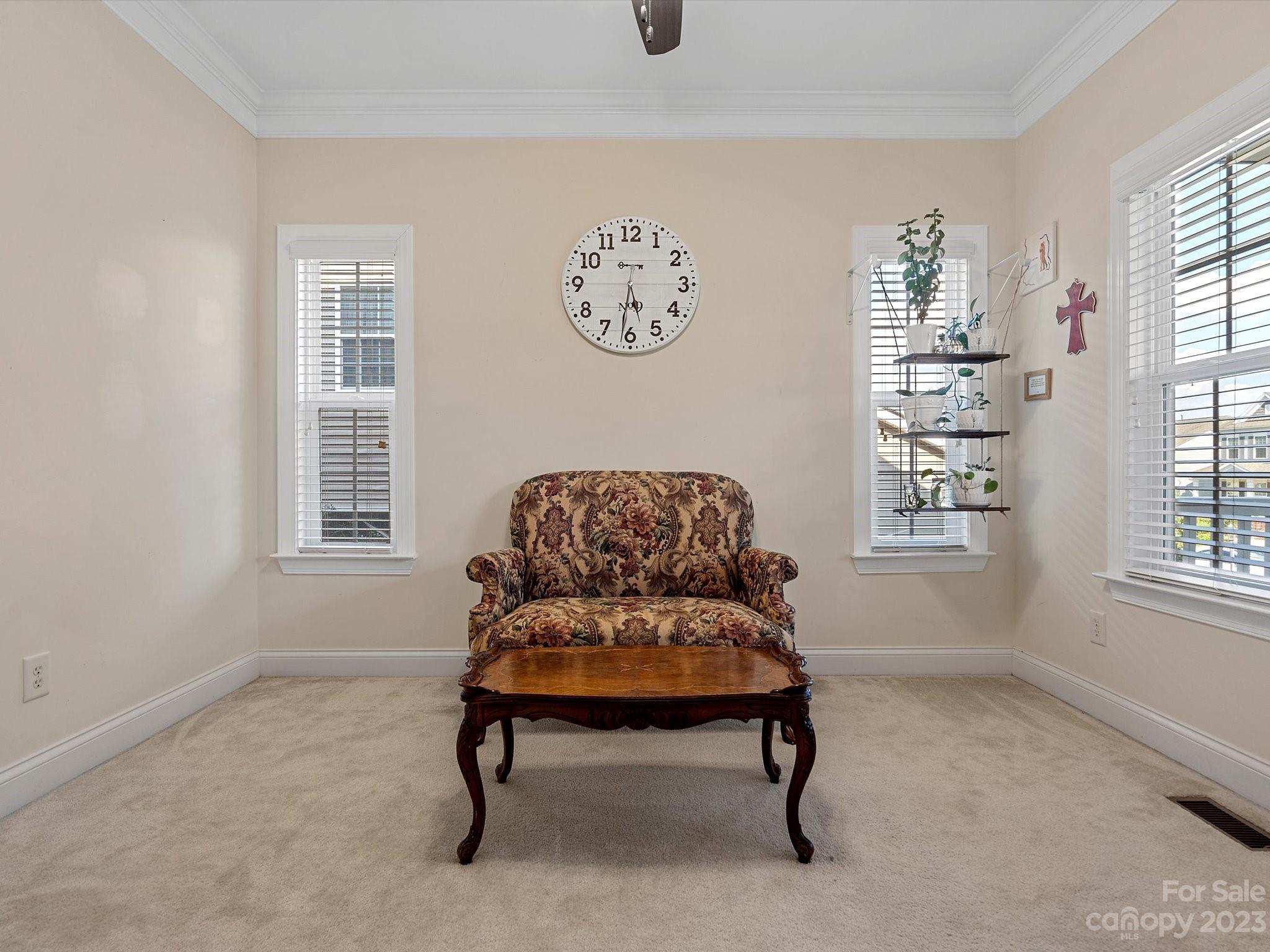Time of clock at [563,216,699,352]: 5:31
